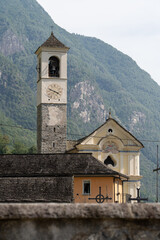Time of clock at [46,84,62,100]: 3:48
